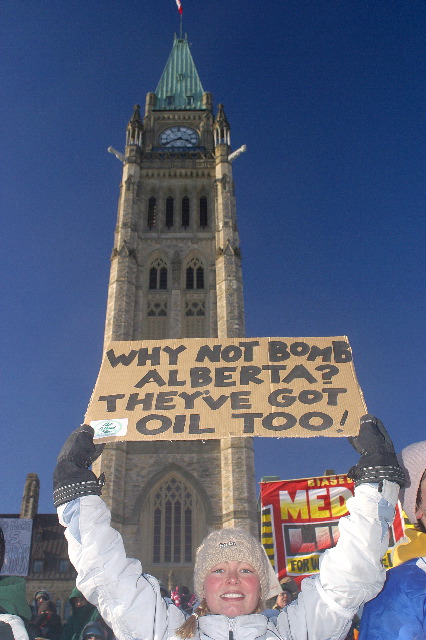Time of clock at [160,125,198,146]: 3:40
